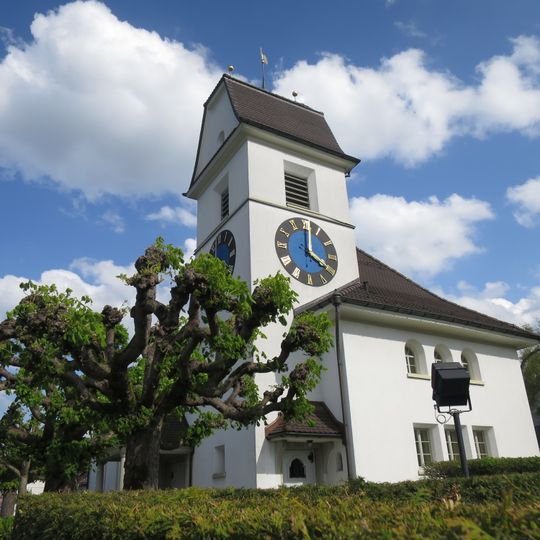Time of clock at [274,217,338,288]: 4:01
